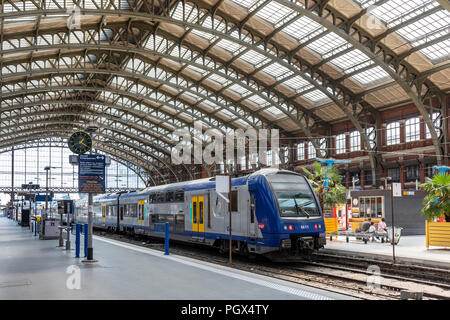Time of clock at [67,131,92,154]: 1:20
